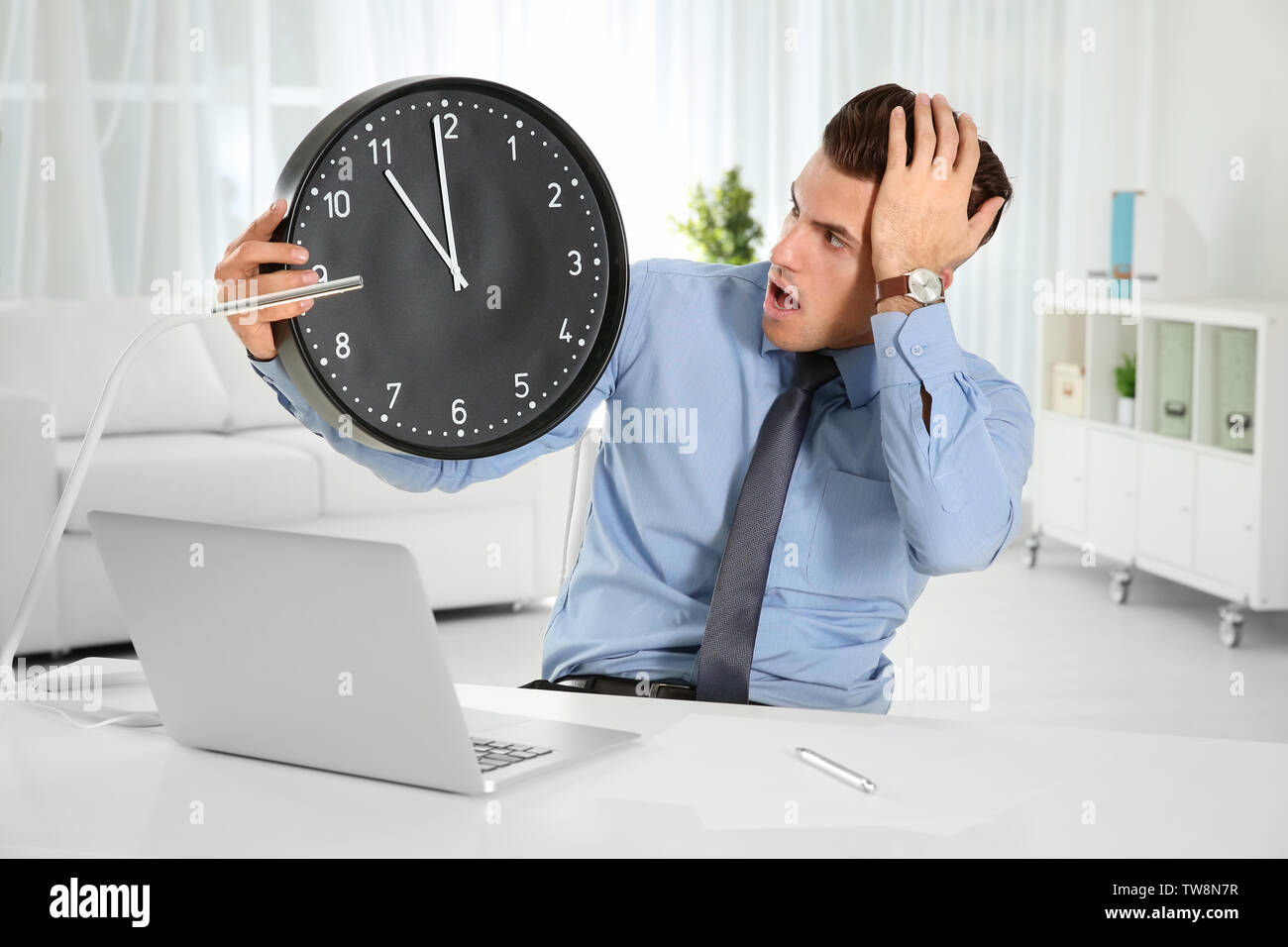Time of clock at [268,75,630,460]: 10:59
